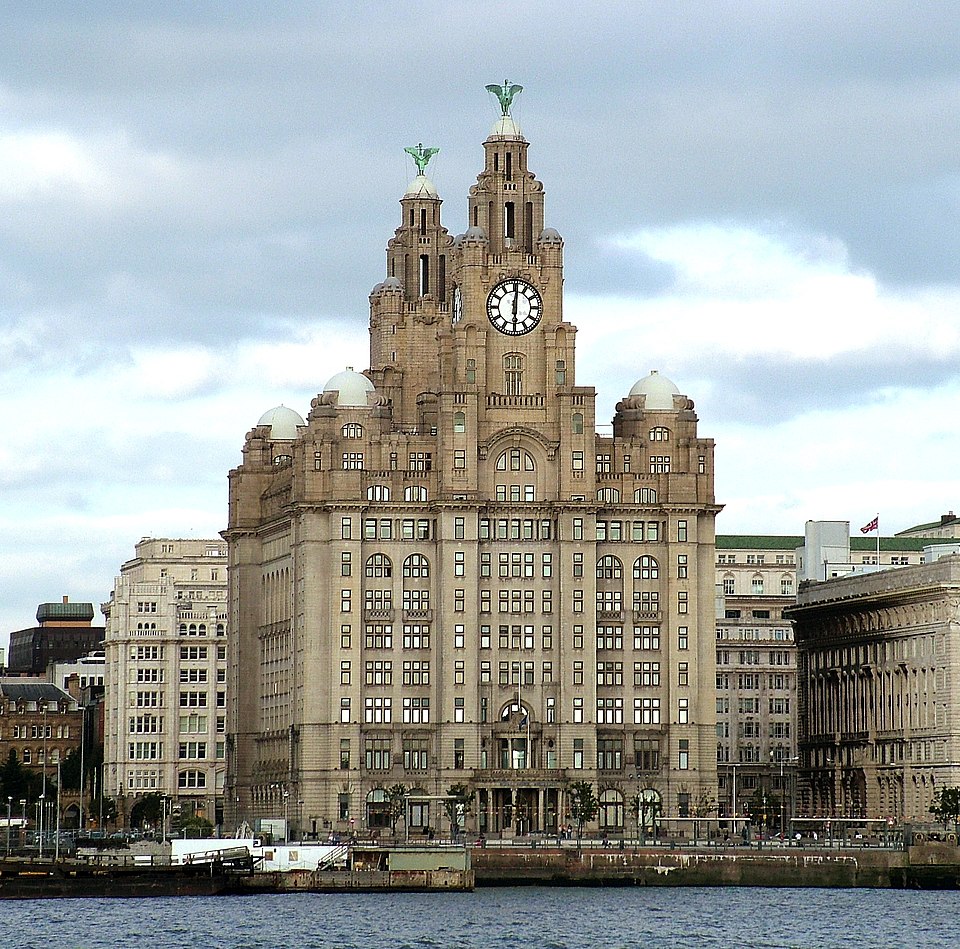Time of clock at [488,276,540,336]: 6:00
